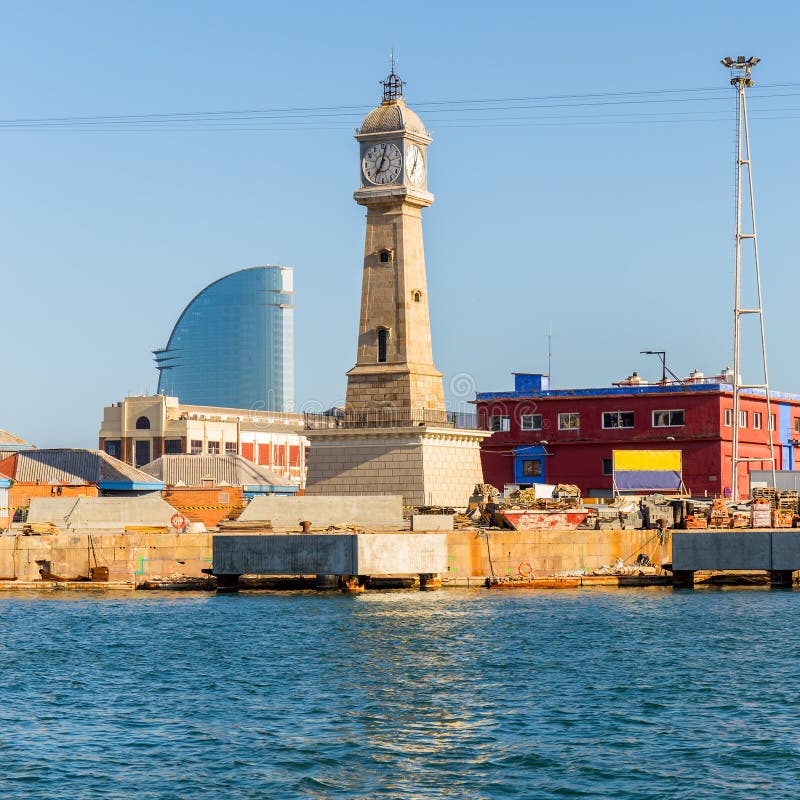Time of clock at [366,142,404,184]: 7:02
